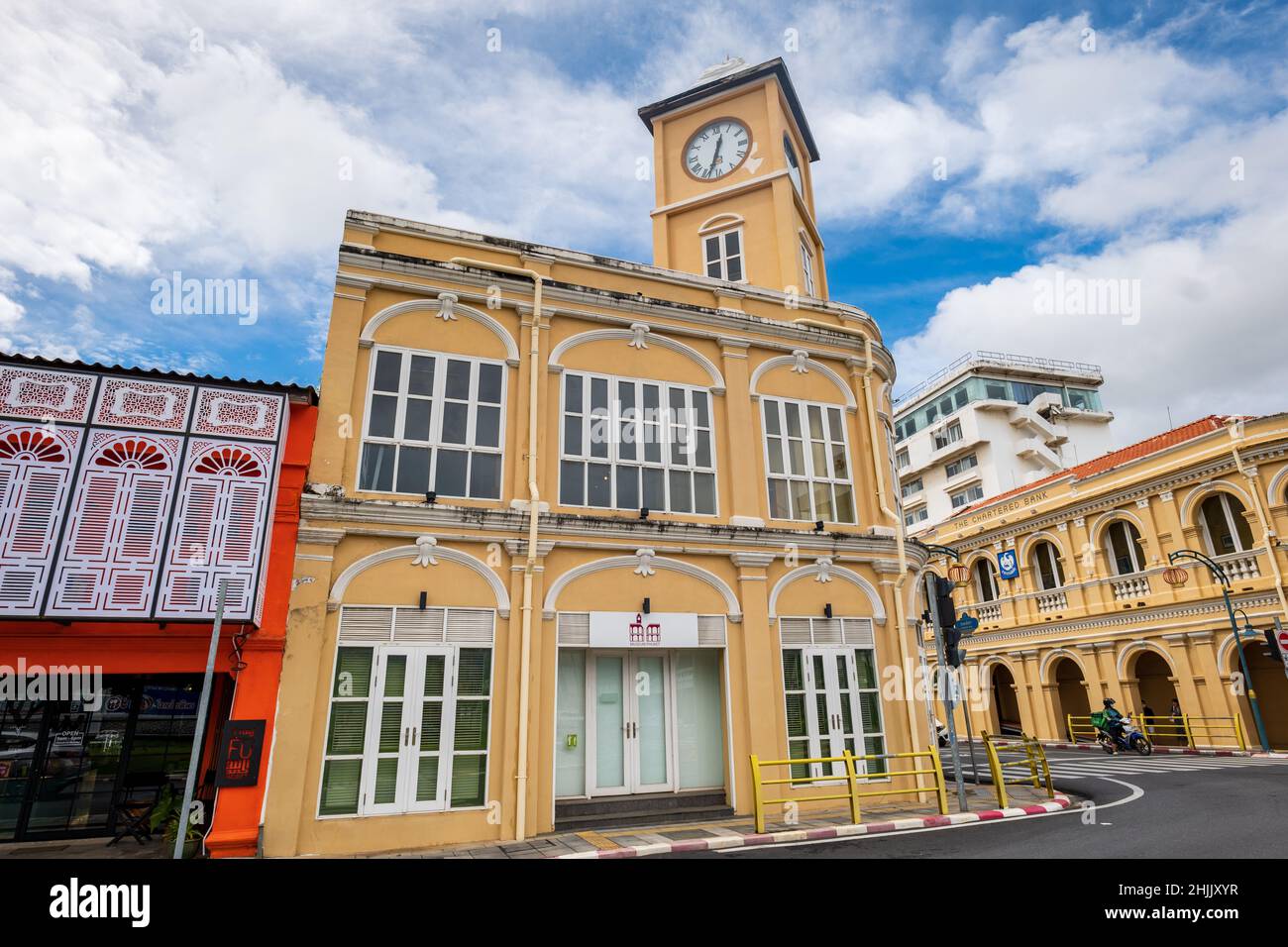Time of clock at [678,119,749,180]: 12:33
